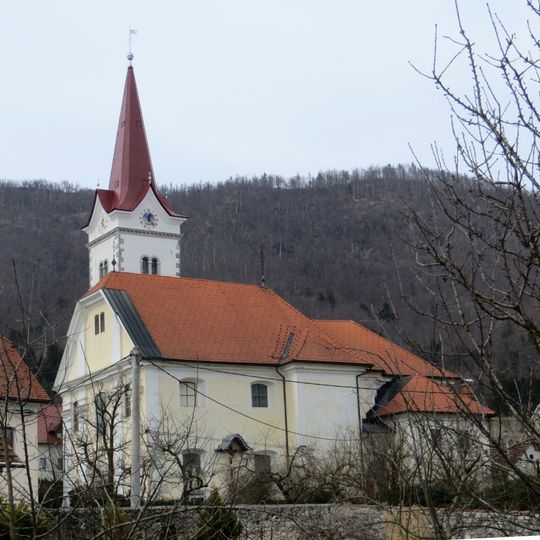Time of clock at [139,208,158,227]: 12:23
